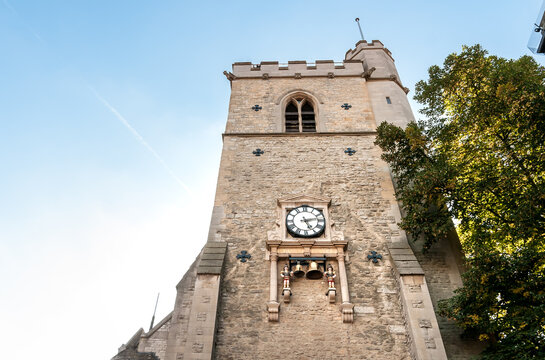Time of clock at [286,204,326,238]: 5:12
